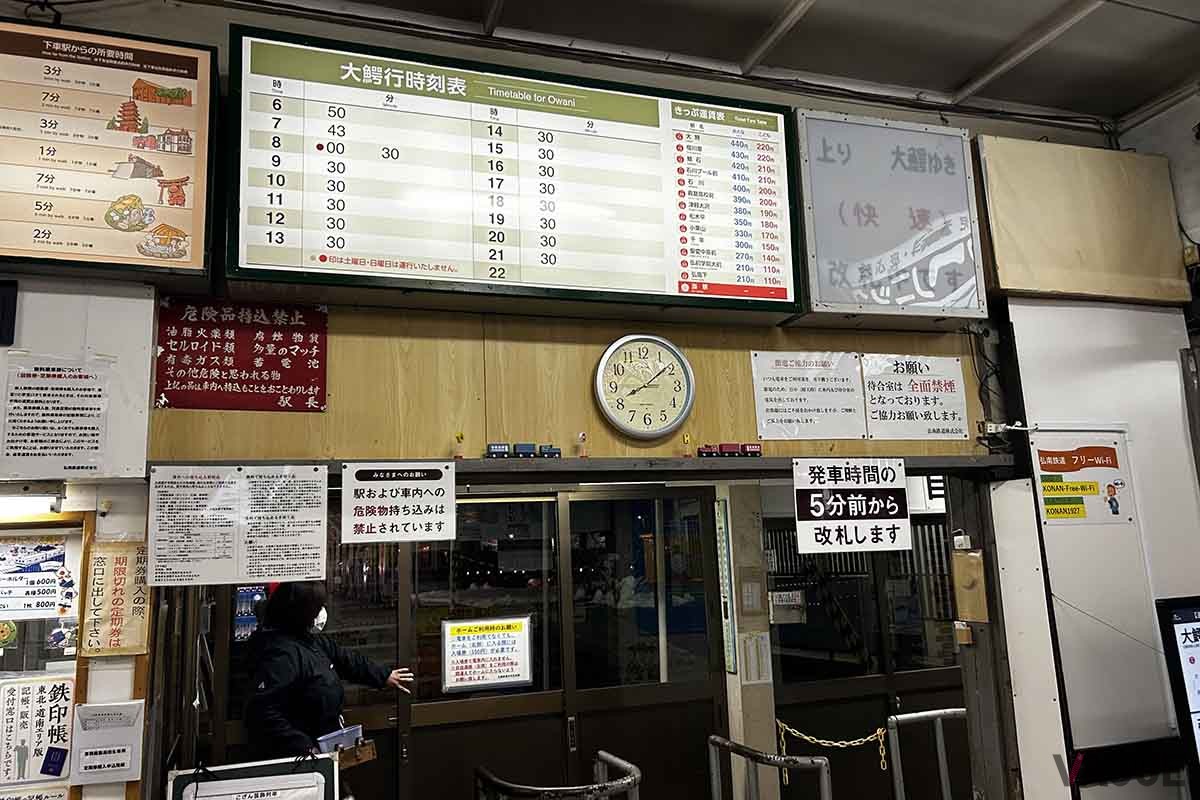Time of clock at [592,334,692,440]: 8:08
